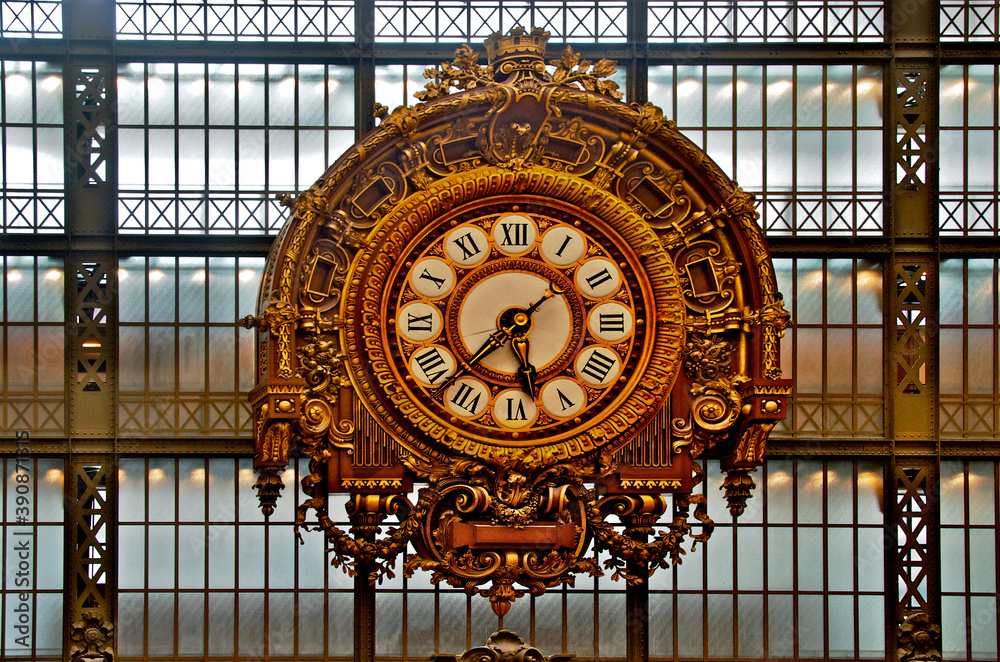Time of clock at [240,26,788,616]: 5:37
